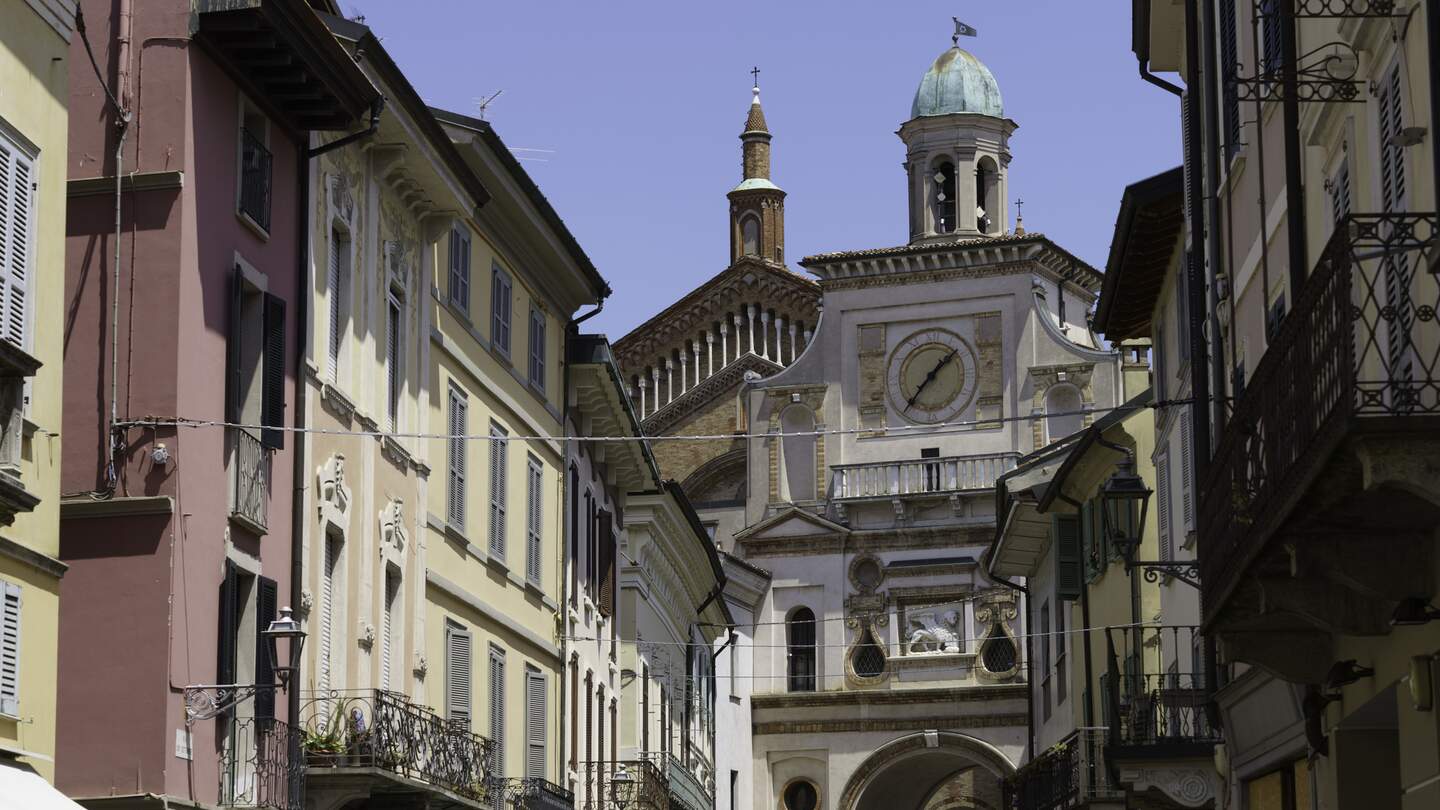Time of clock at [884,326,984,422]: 1:36
